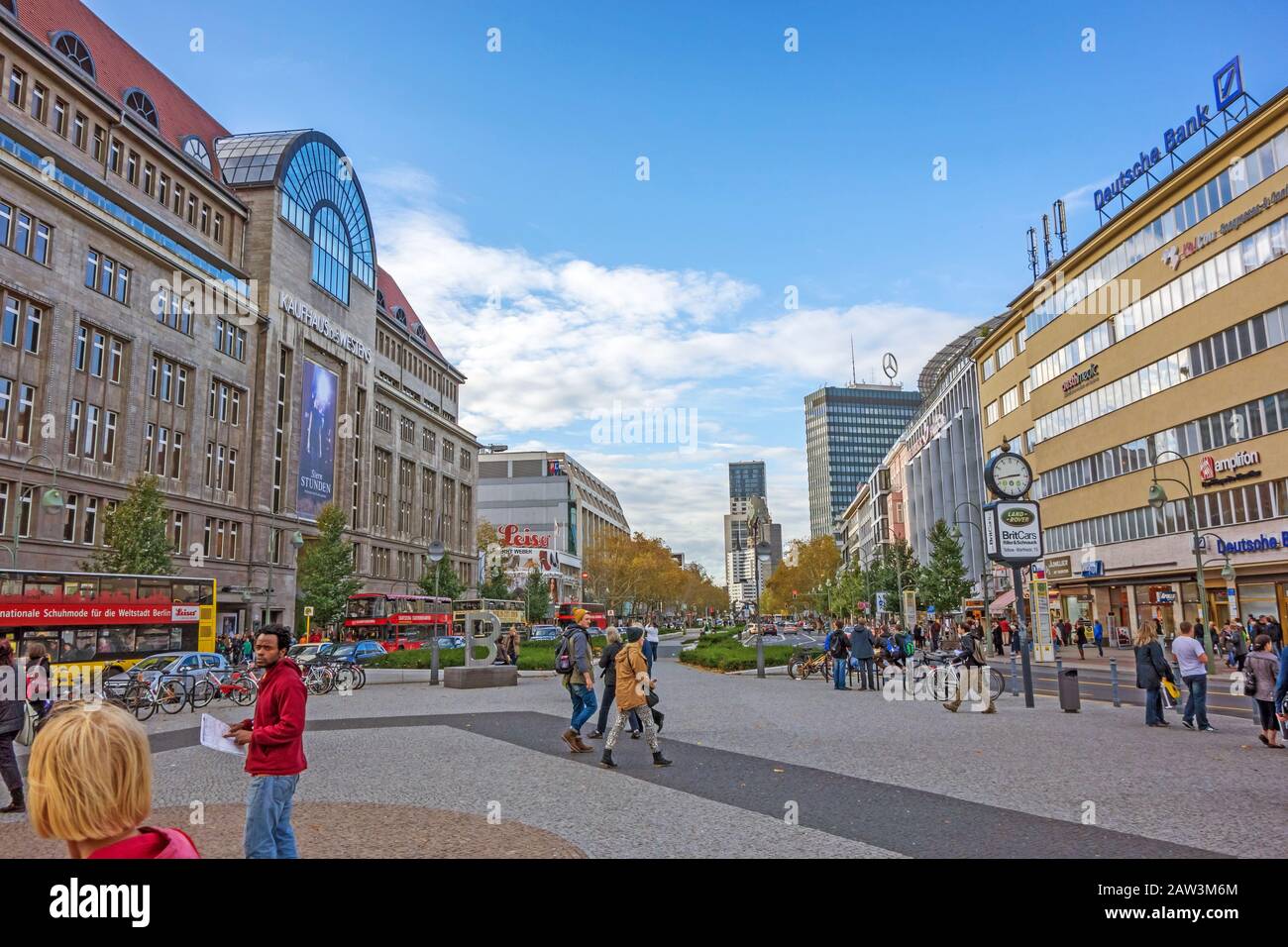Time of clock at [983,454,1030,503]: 2:42
